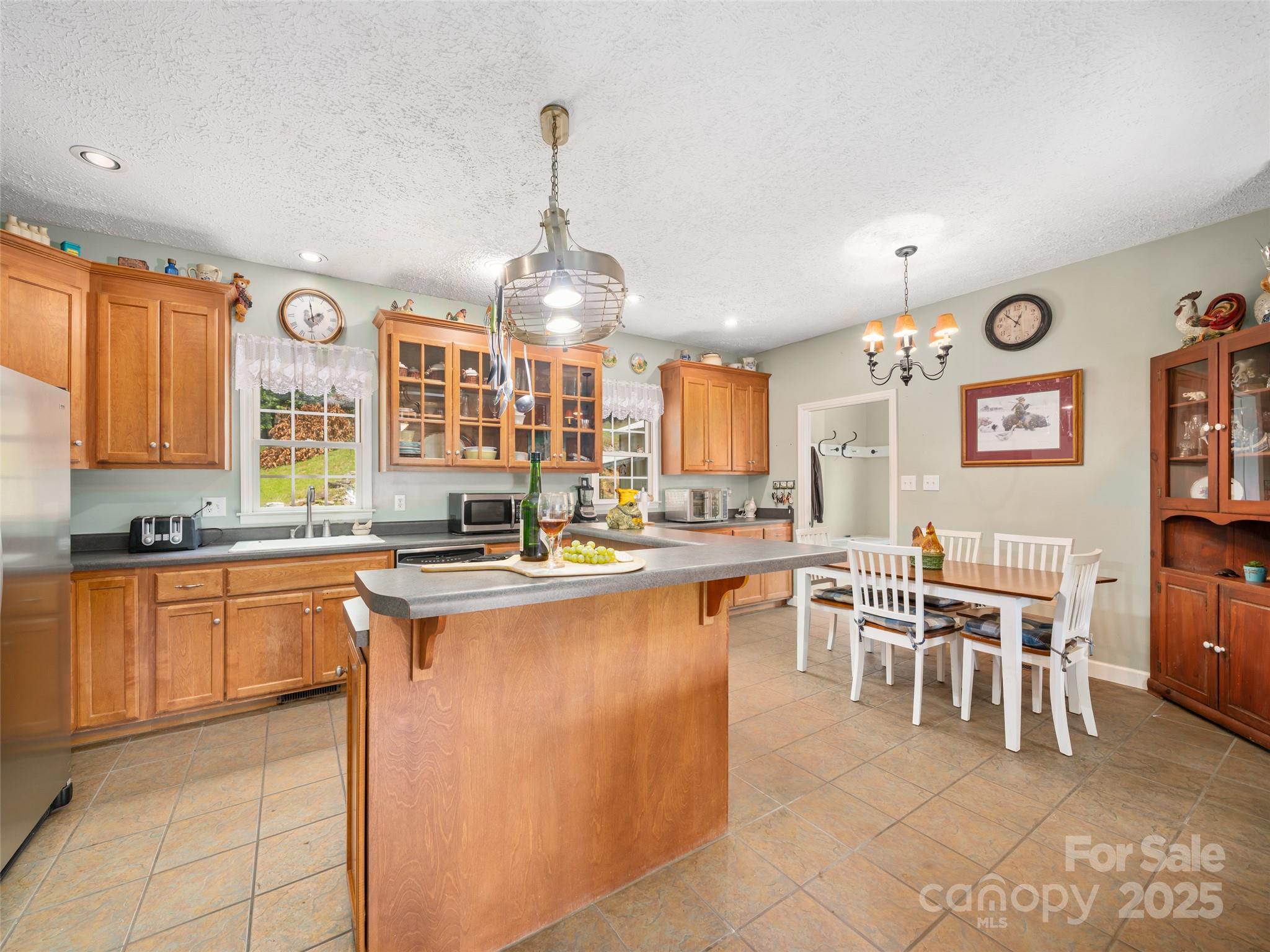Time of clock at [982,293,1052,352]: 12:53
